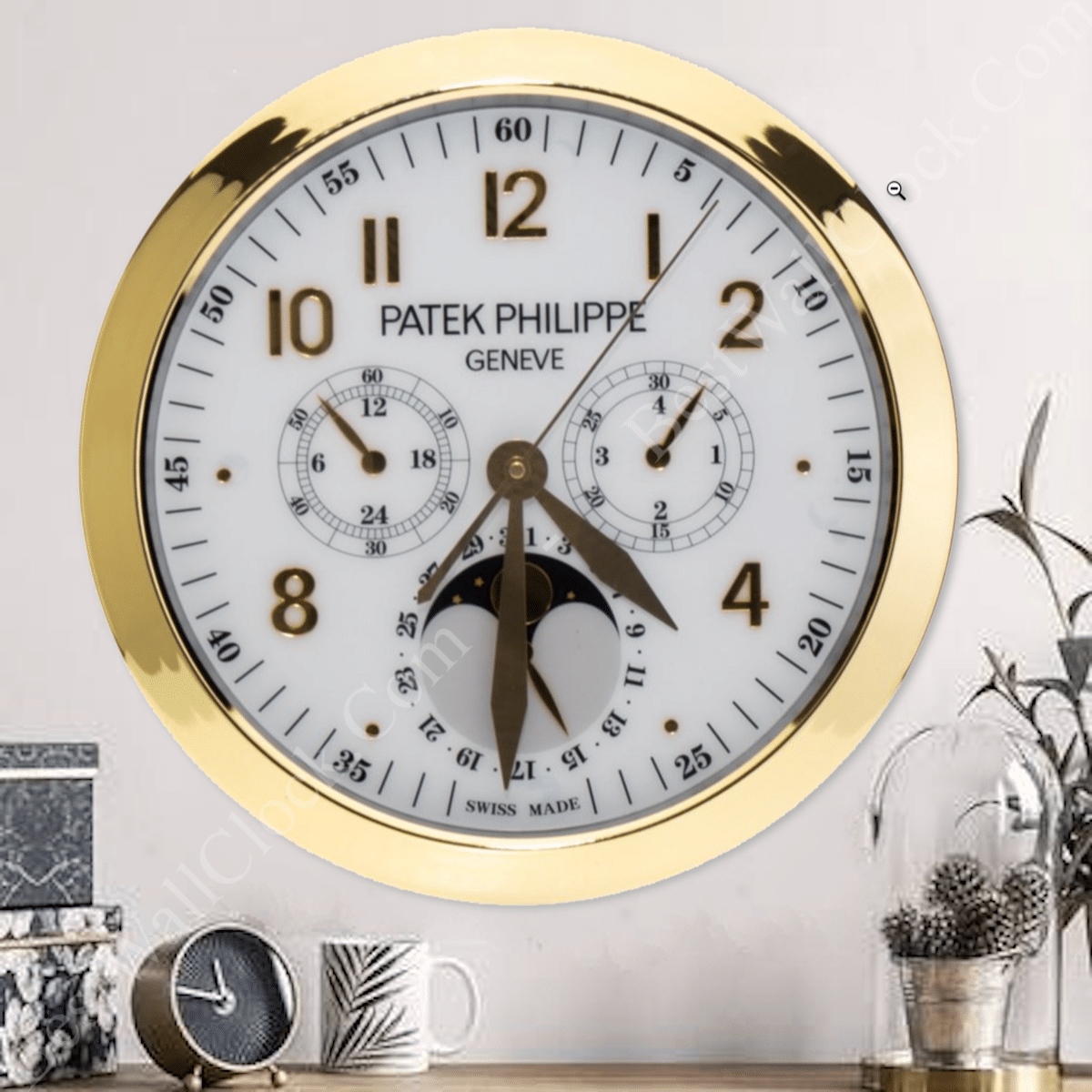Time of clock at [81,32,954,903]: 4:31
